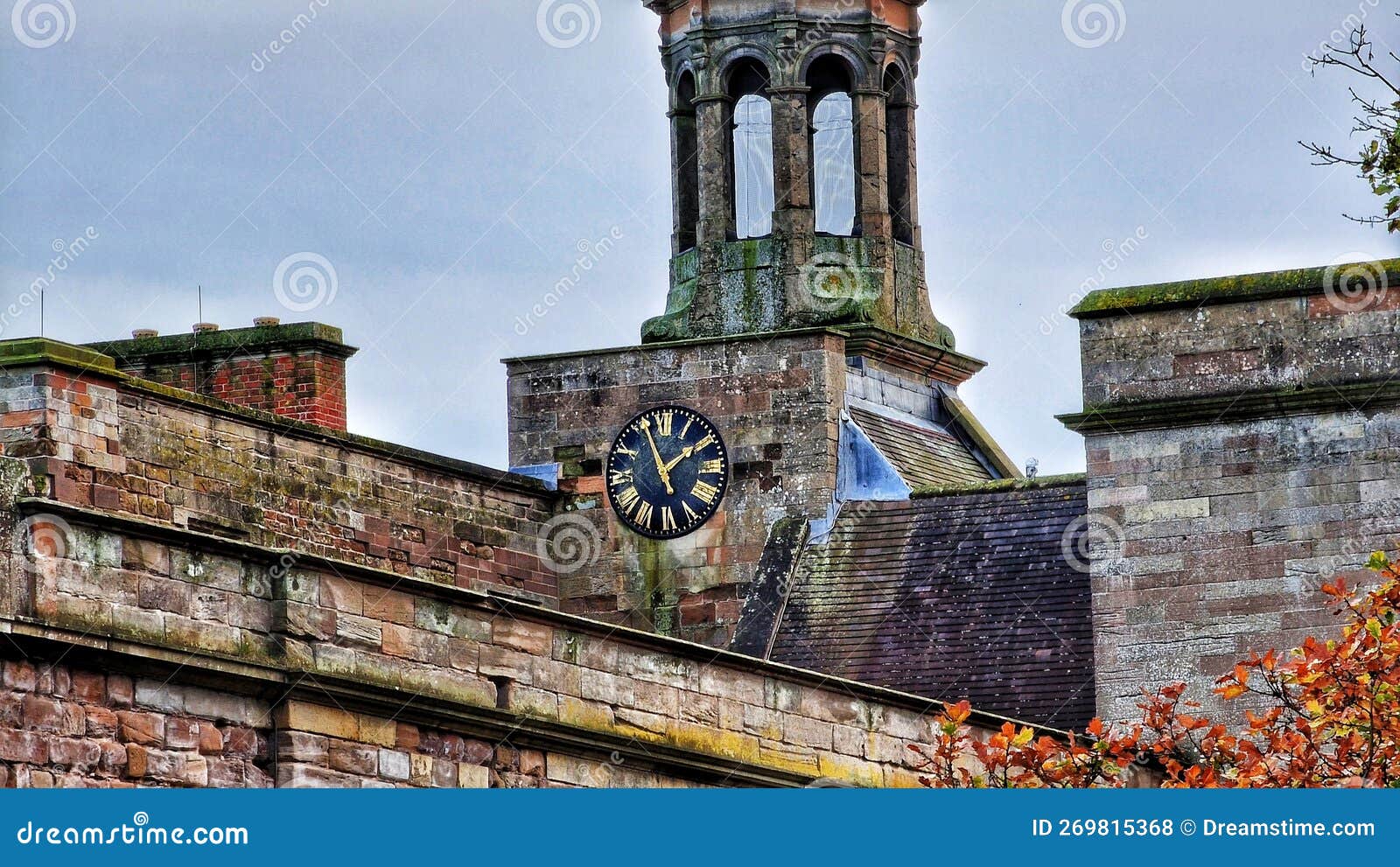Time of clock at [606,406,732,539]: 1:56
